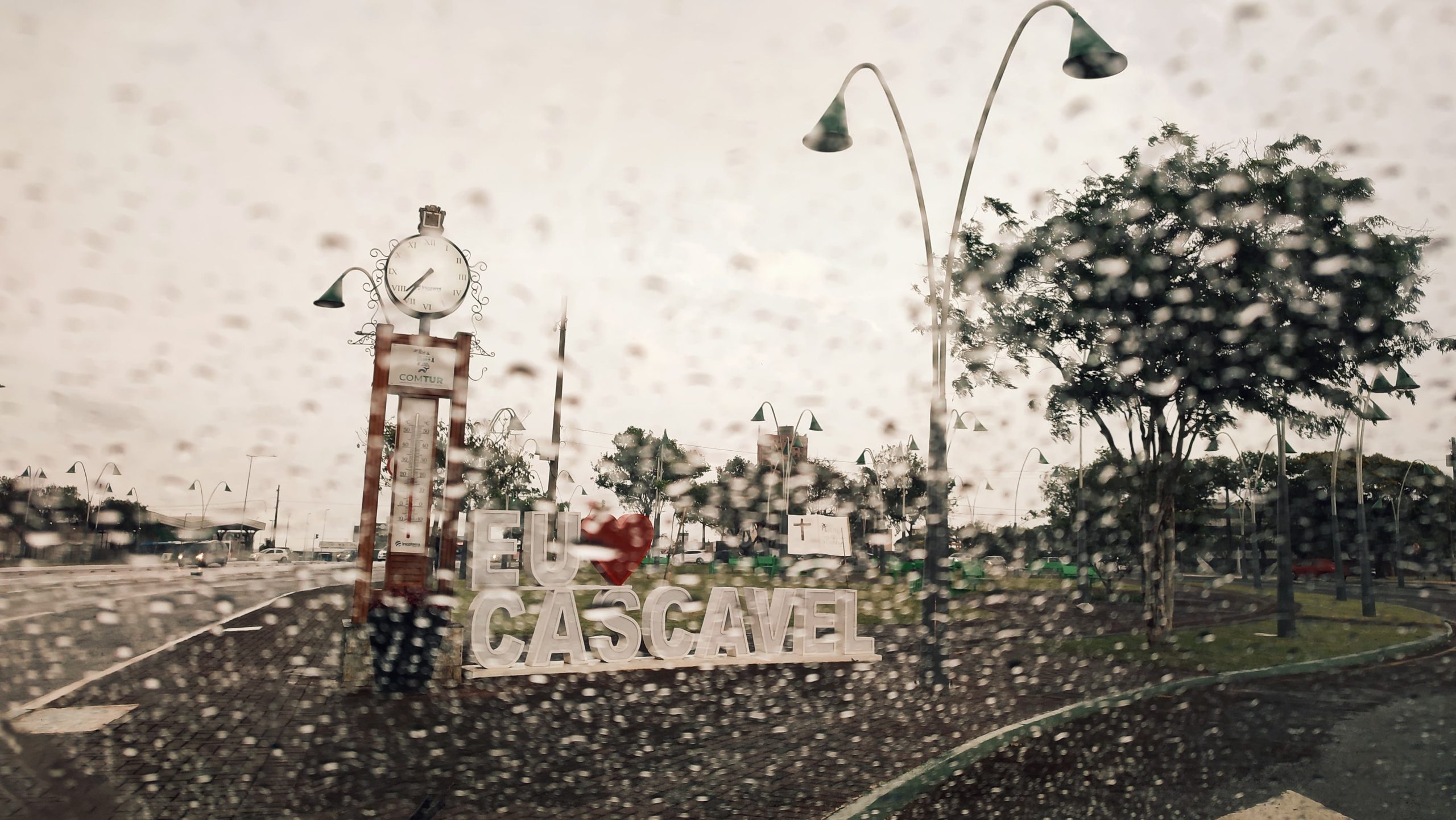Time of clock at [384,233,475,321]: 7:36
